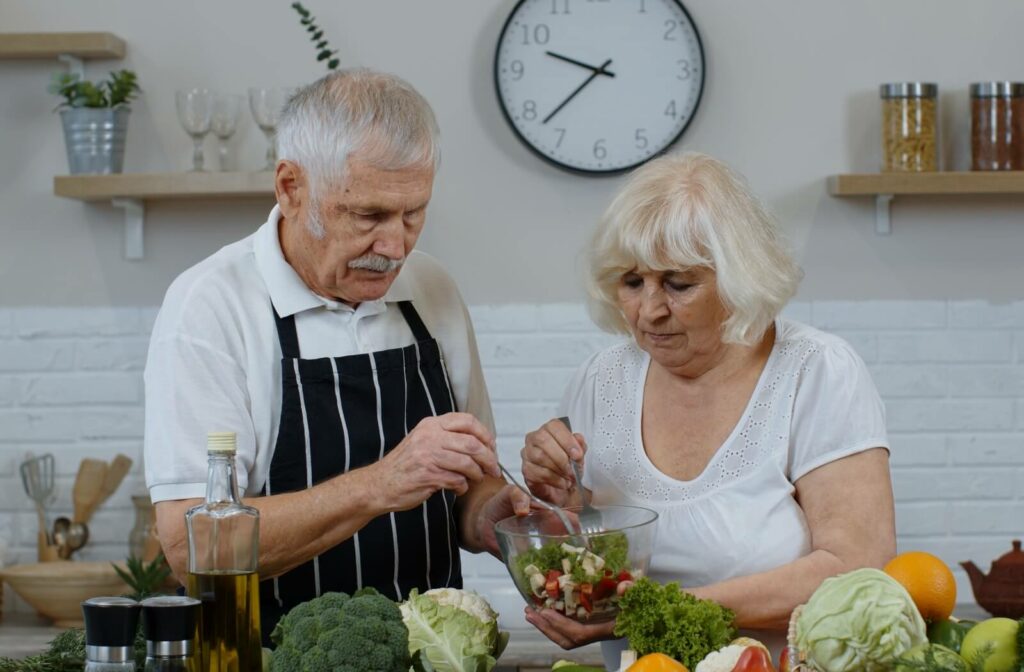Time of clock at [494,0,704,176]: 9:37
